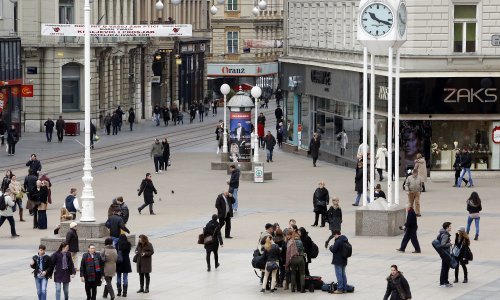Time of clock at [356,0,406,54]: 10:17
